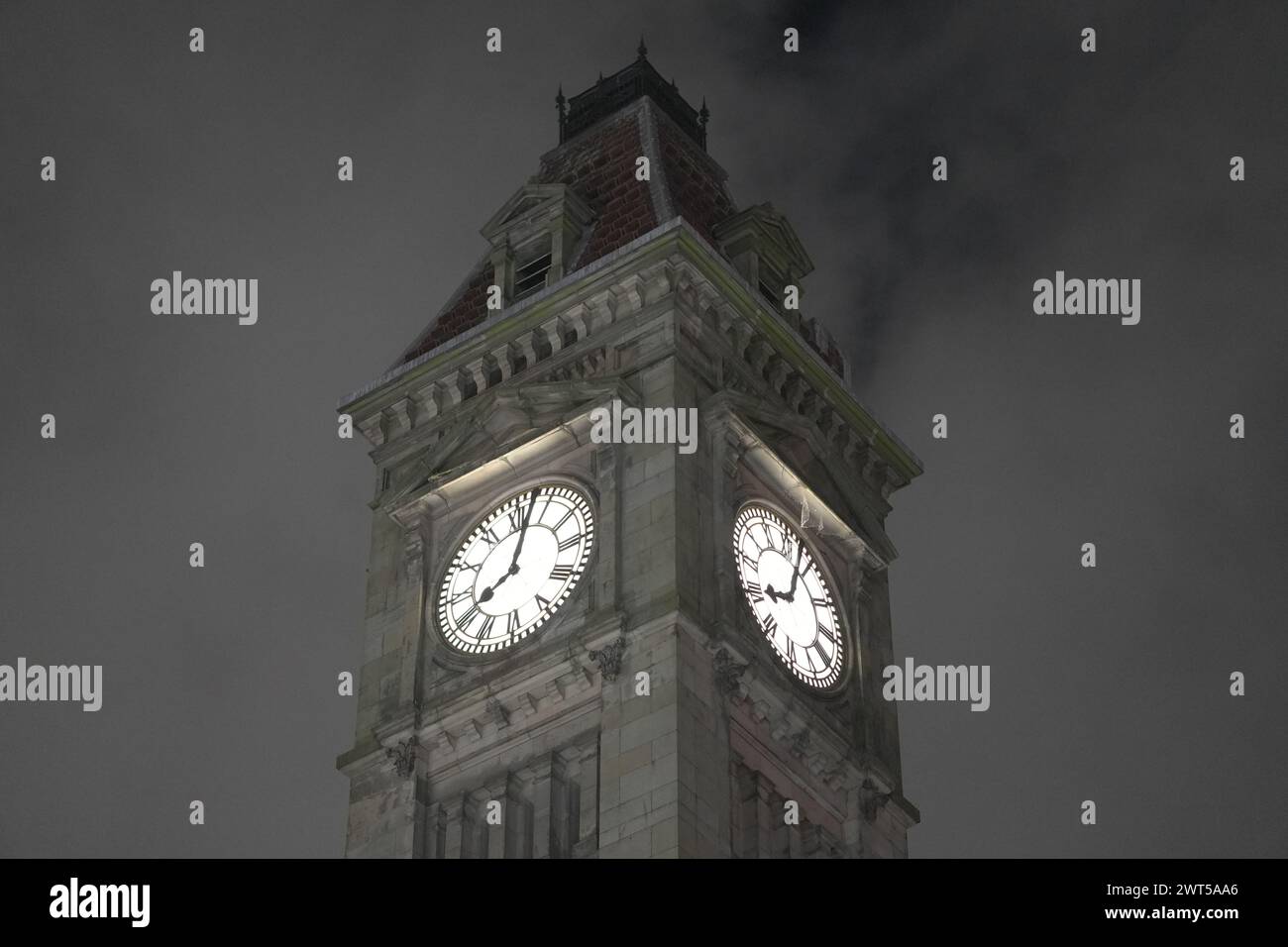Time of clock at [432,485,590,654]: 8:02
